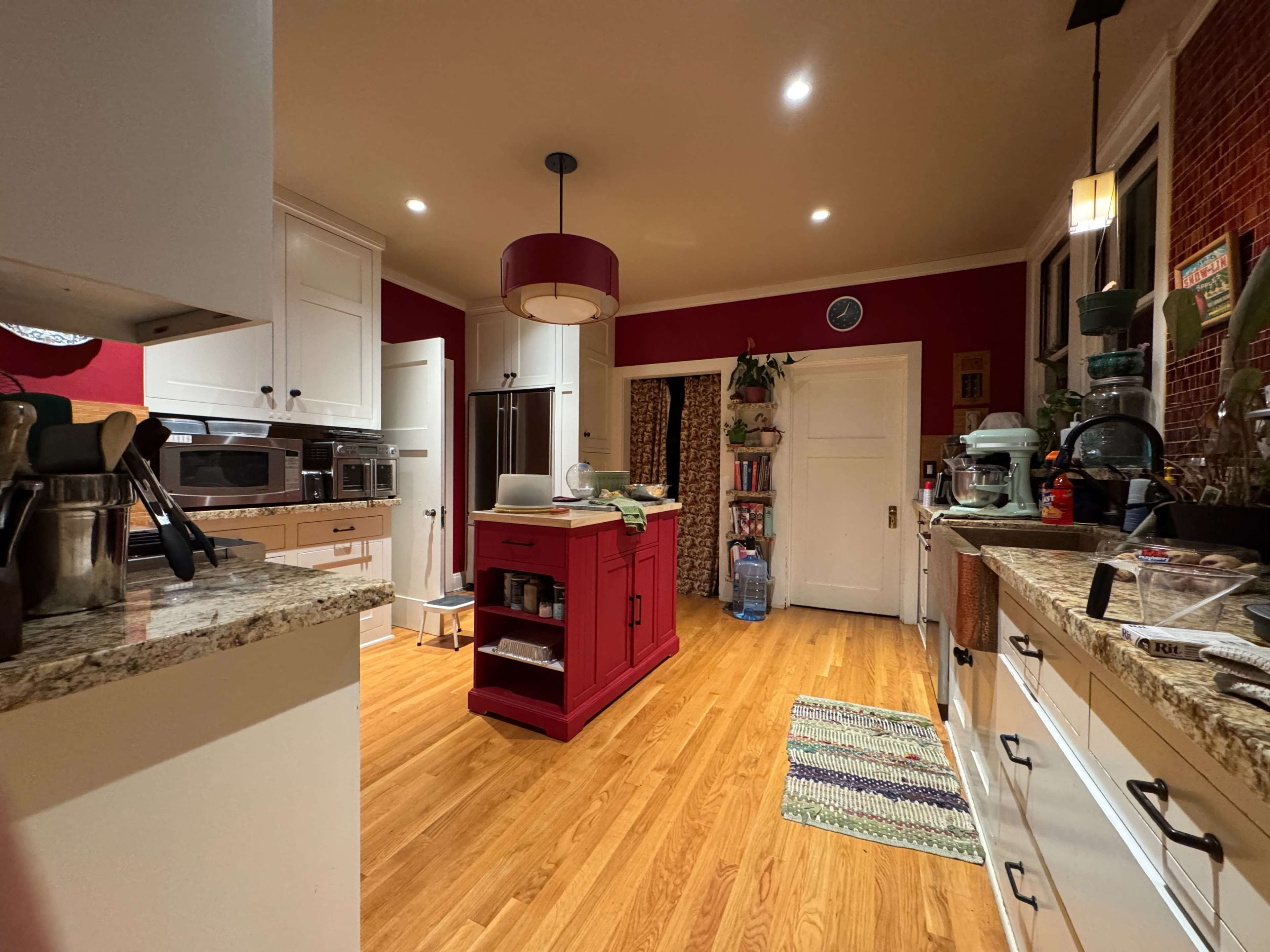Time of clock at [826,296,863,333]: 8:04
